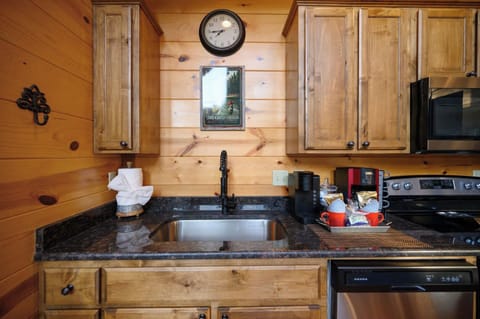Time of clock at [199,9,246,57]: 7:44
